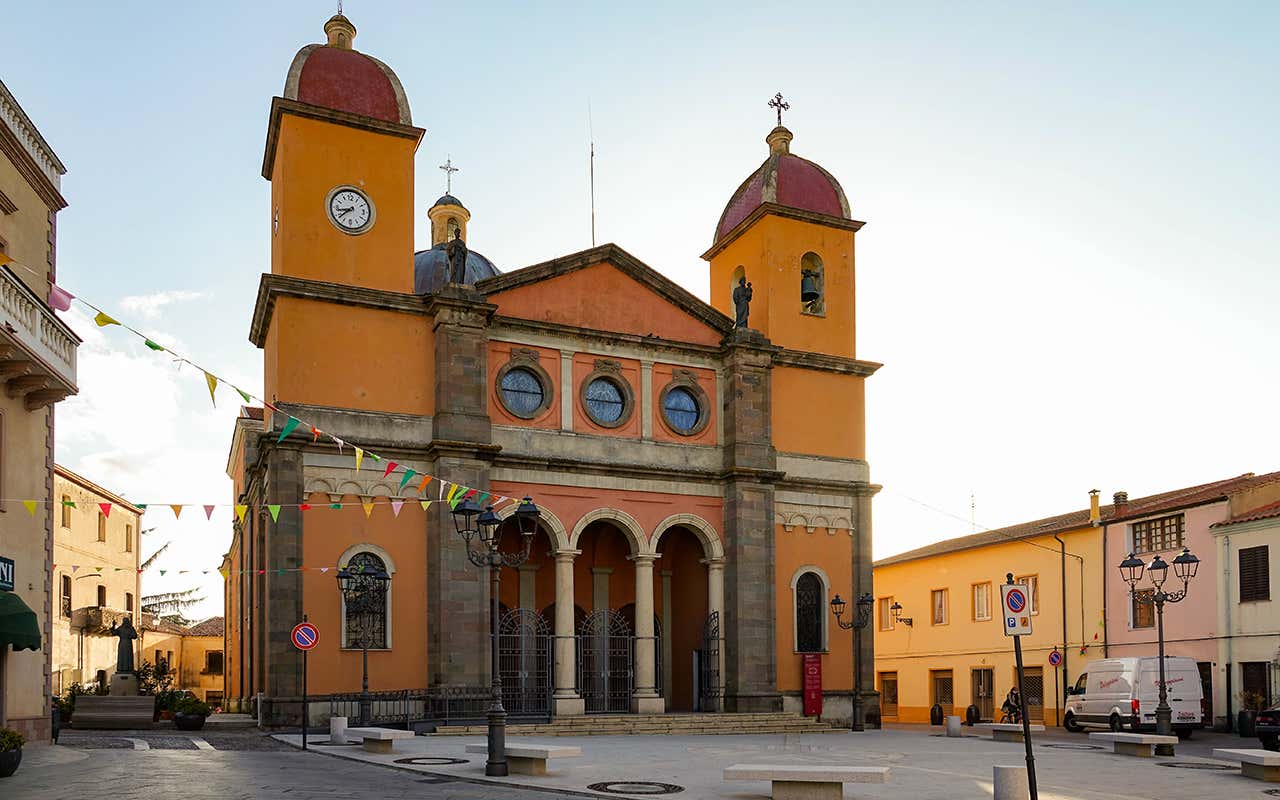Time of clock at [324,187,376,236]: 8:38
